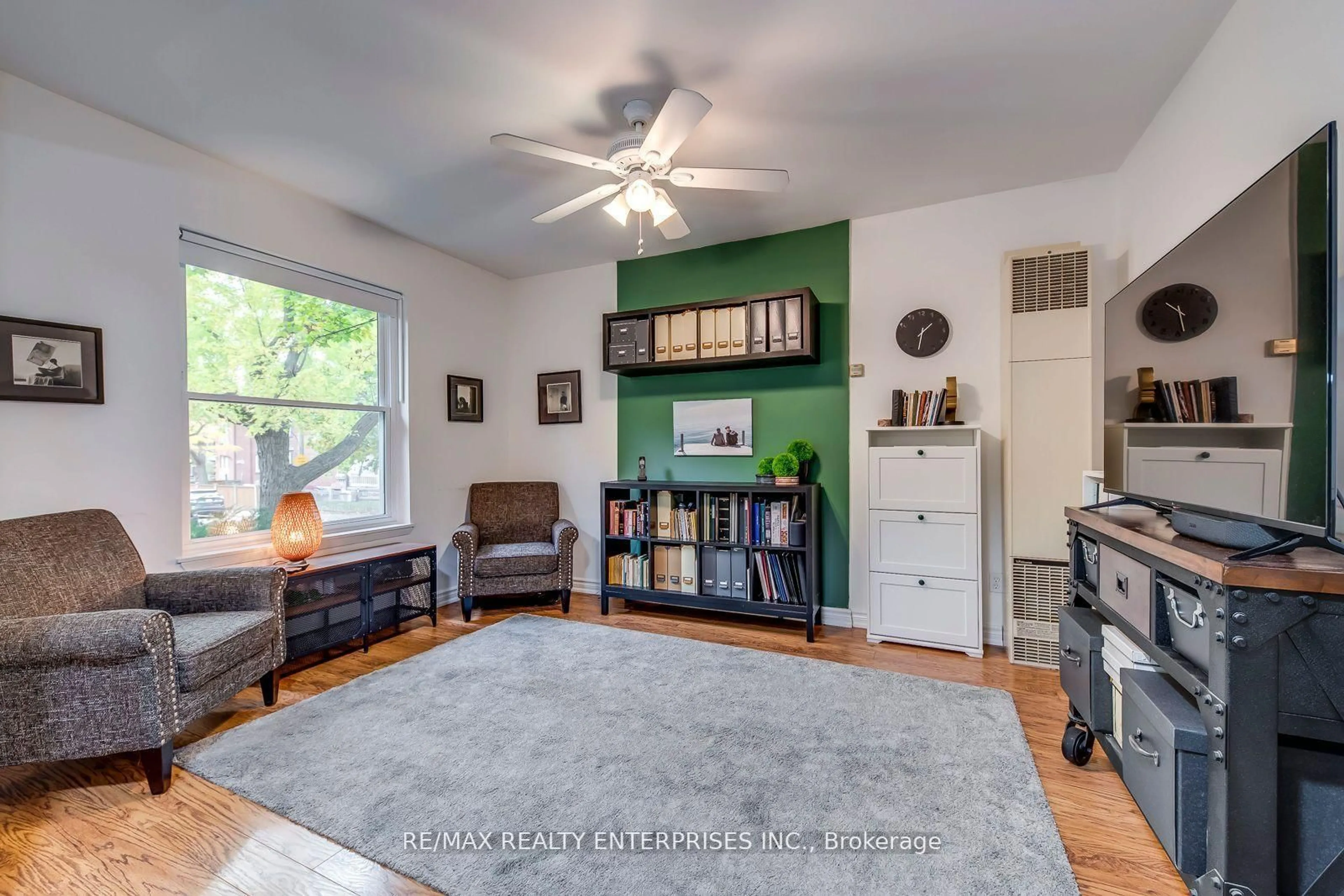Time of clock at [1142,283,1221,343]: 10:28
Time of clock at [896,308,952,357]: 1:32
